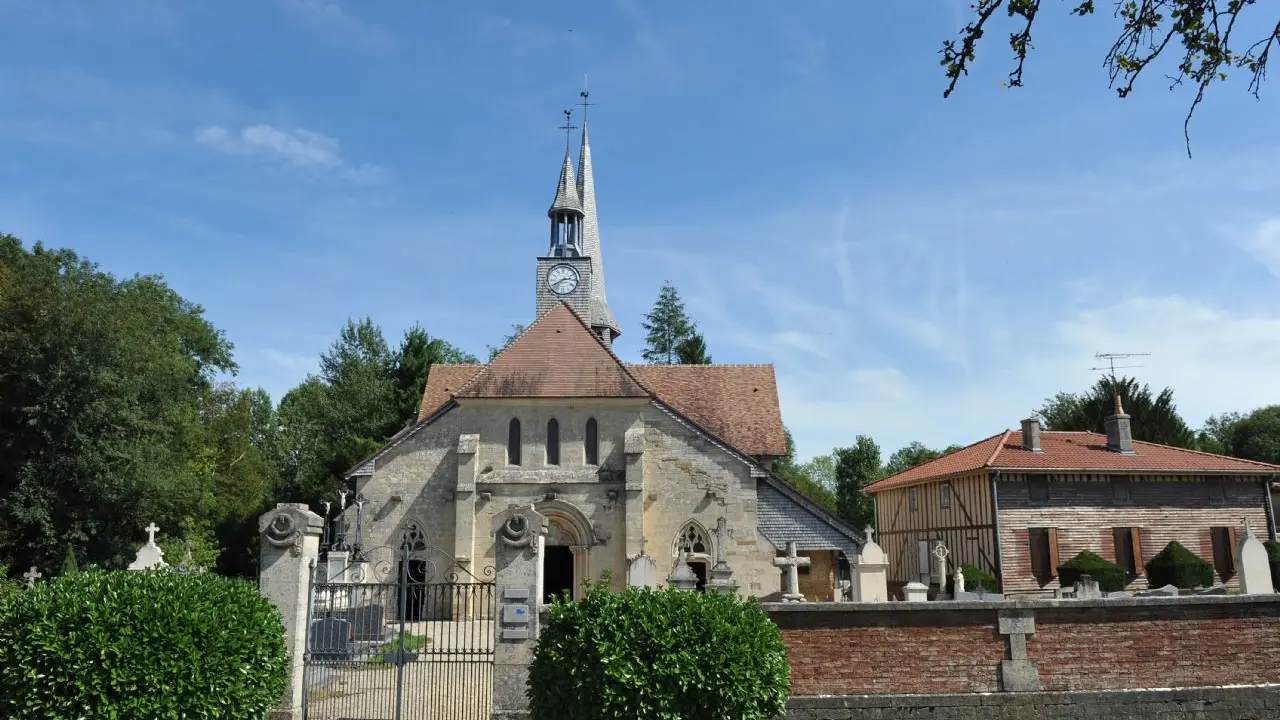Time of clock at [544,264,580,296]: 2:40
